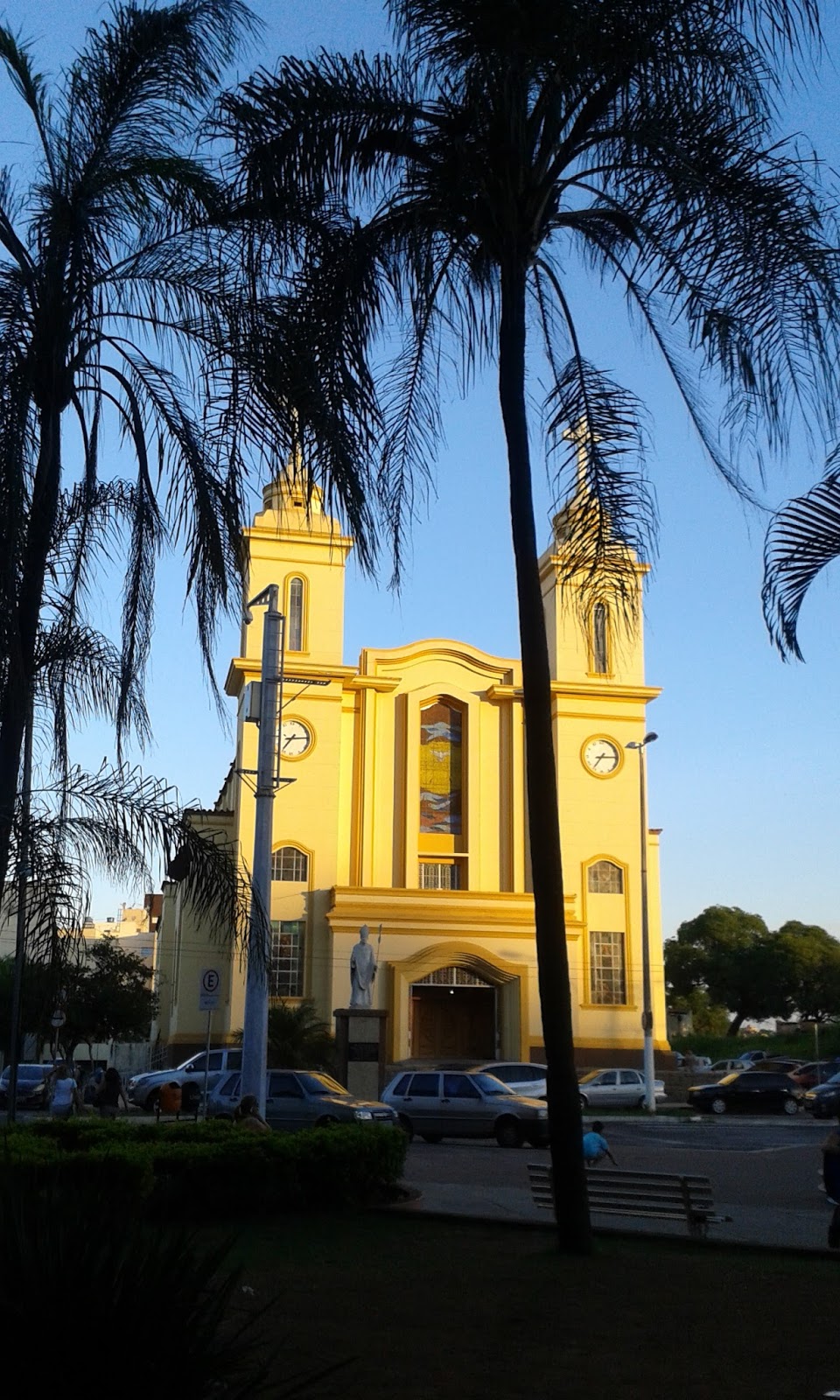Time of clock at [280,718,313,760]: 7:14
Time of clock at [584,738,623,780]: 7:14
